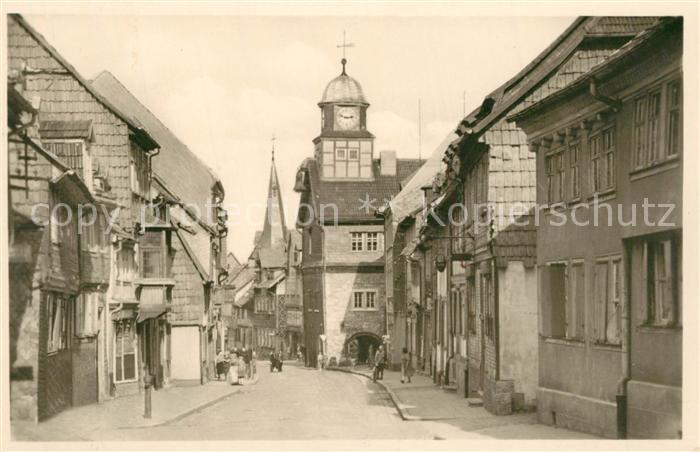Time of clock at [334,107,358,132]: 2:48
